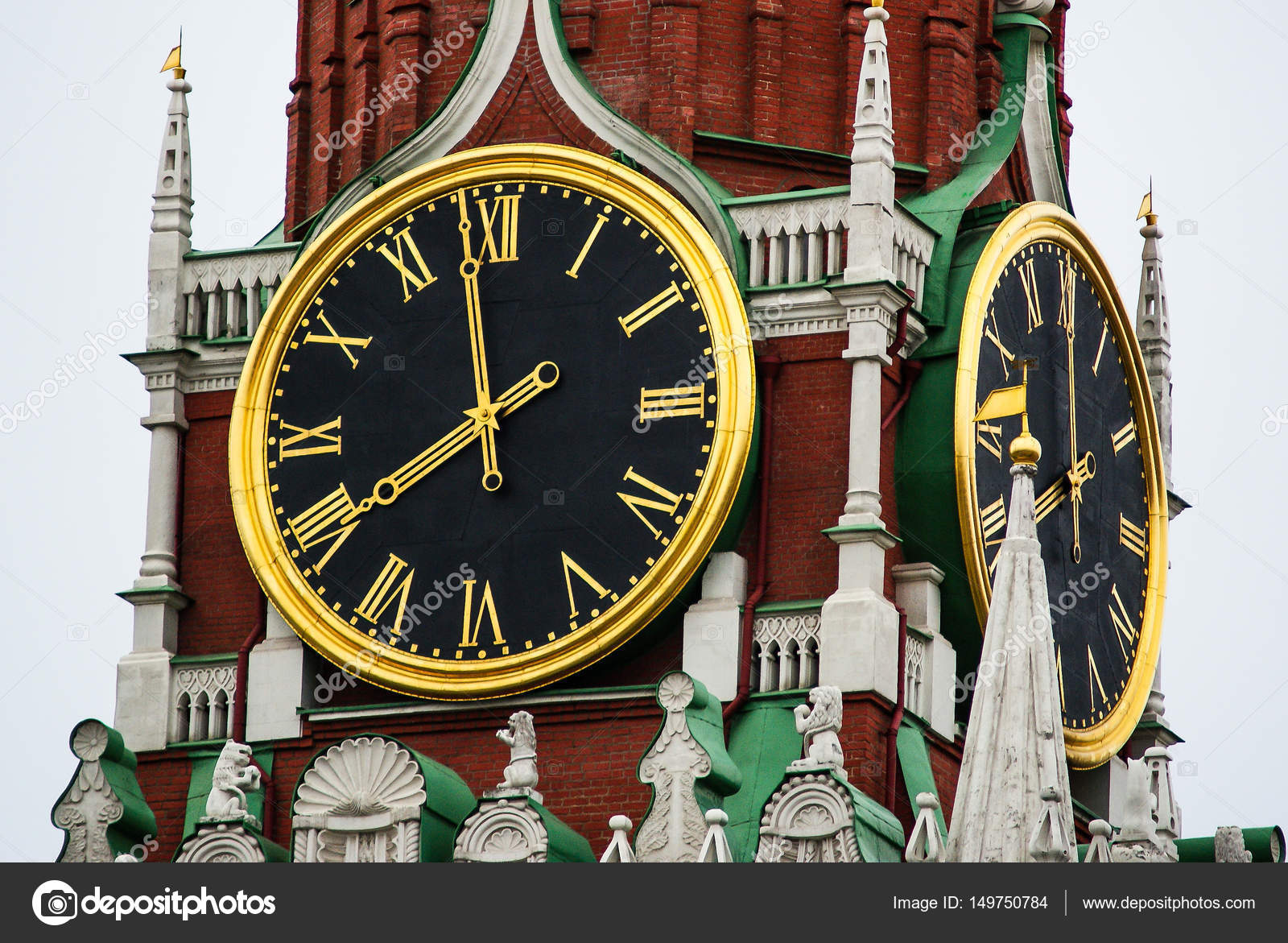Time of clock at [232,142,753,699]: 7:58
